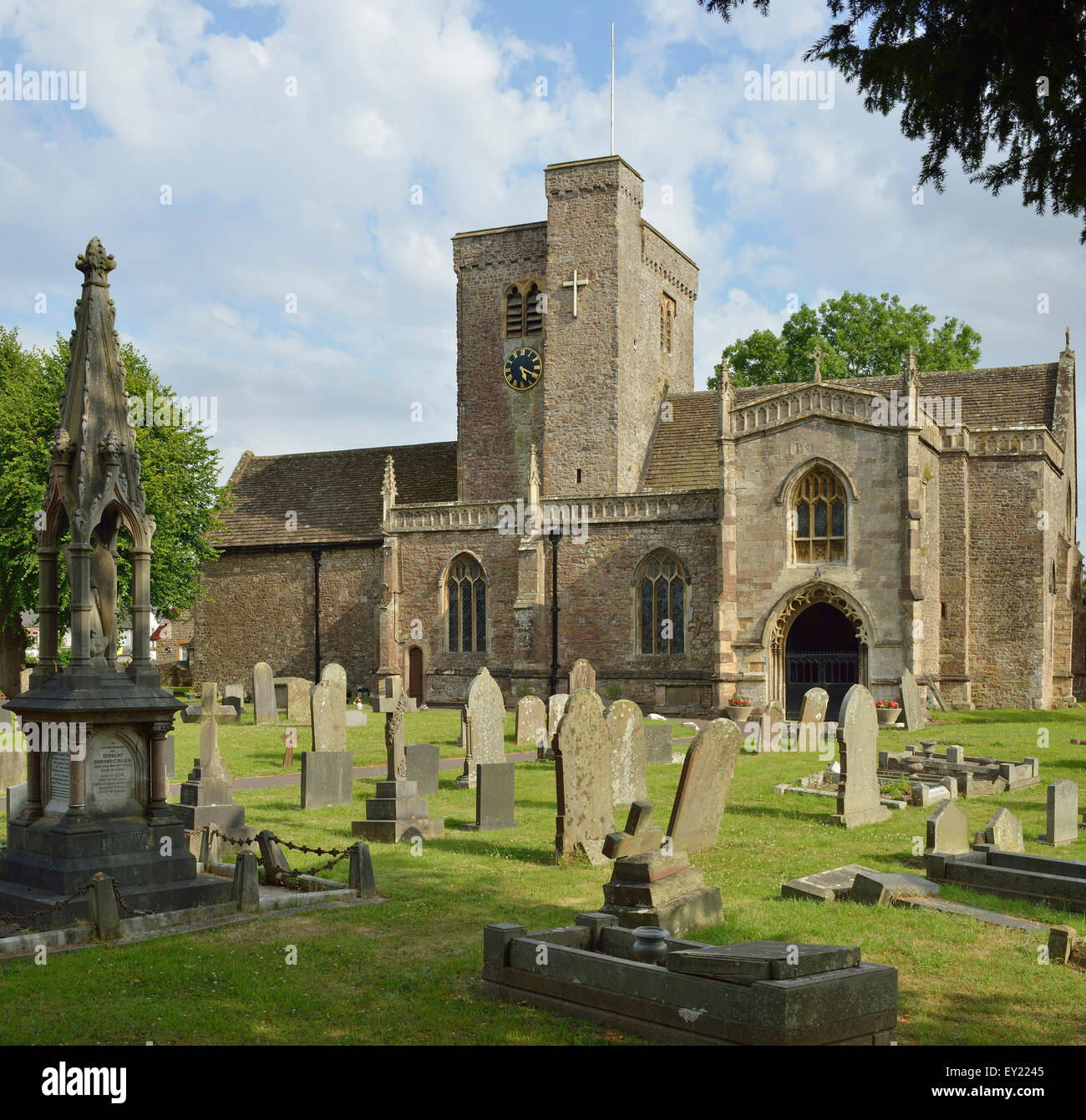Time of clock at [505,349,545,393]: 5:19
